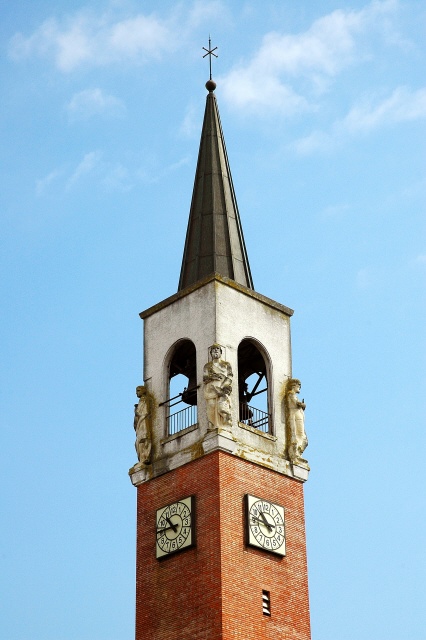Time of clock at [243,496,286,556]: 10:46
